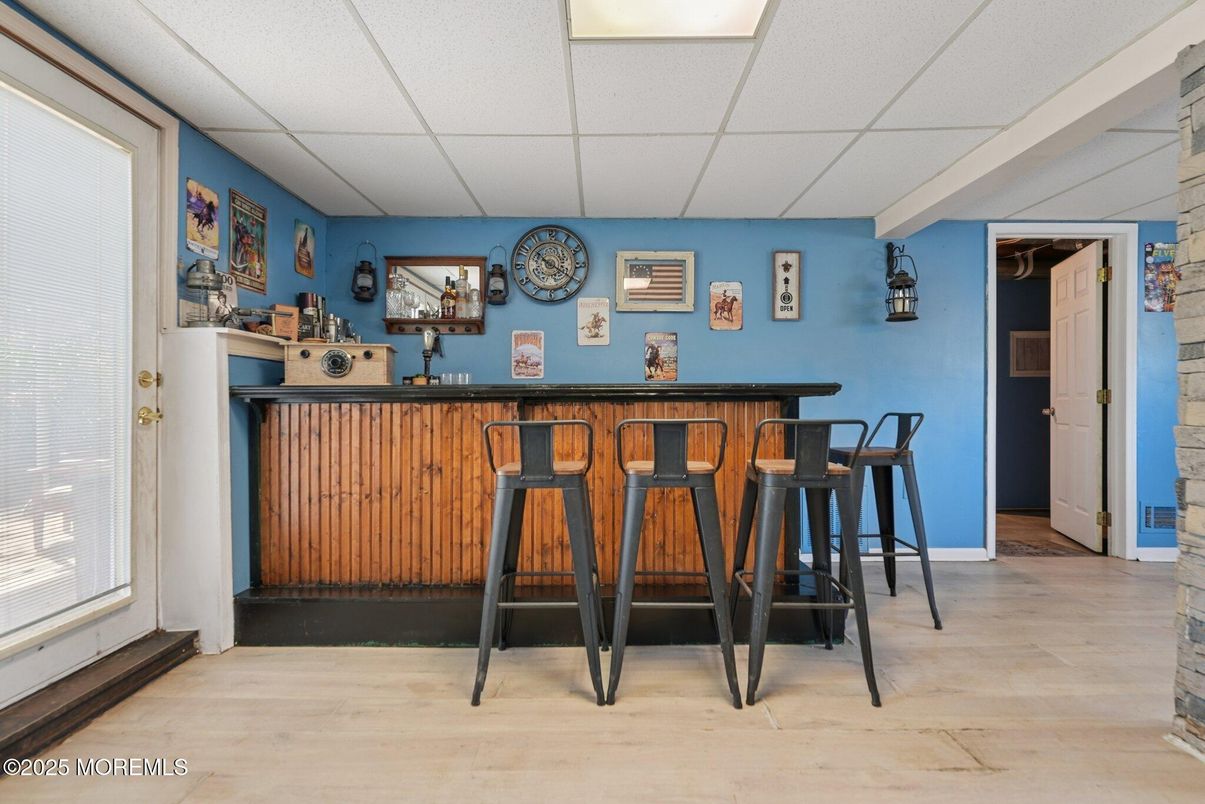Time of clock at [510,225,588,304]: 10:20
